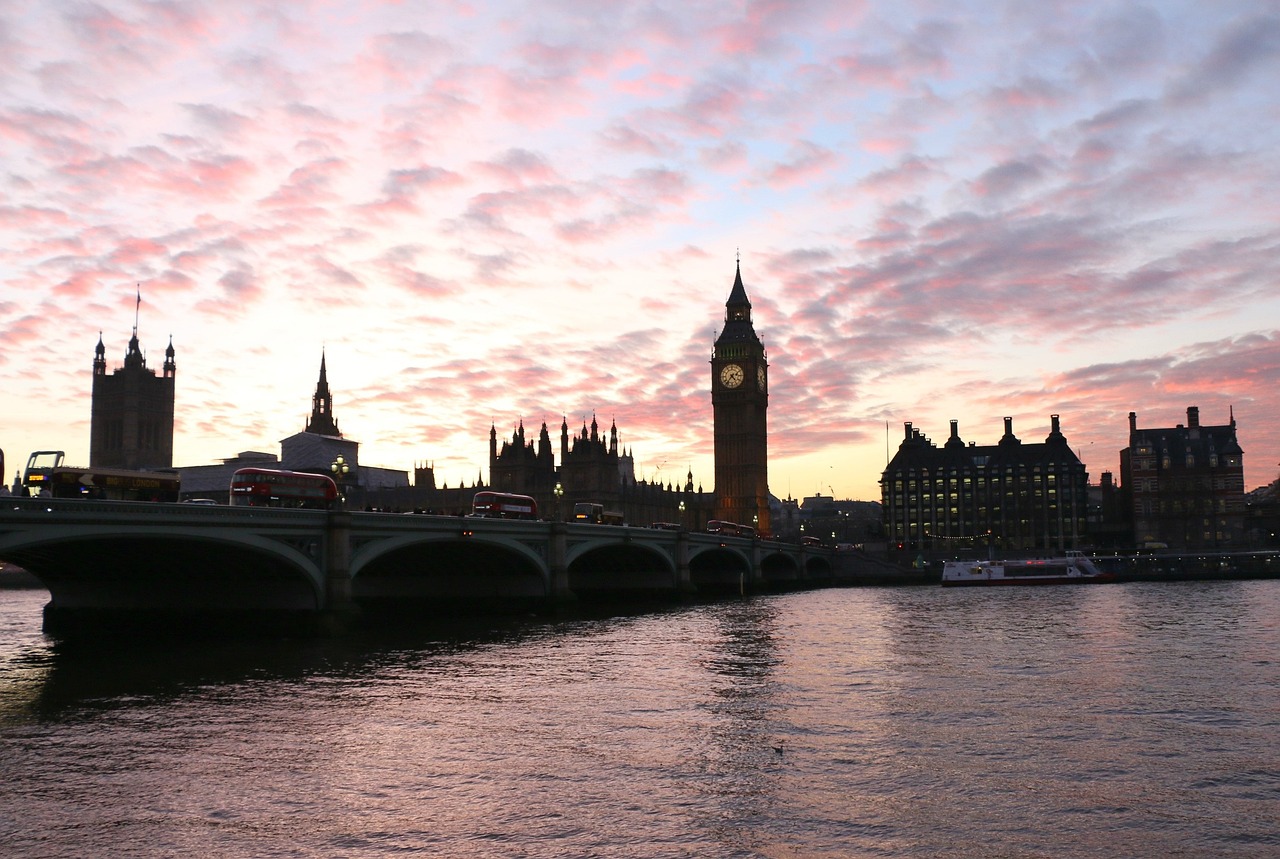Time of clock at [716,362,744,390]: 4:36
